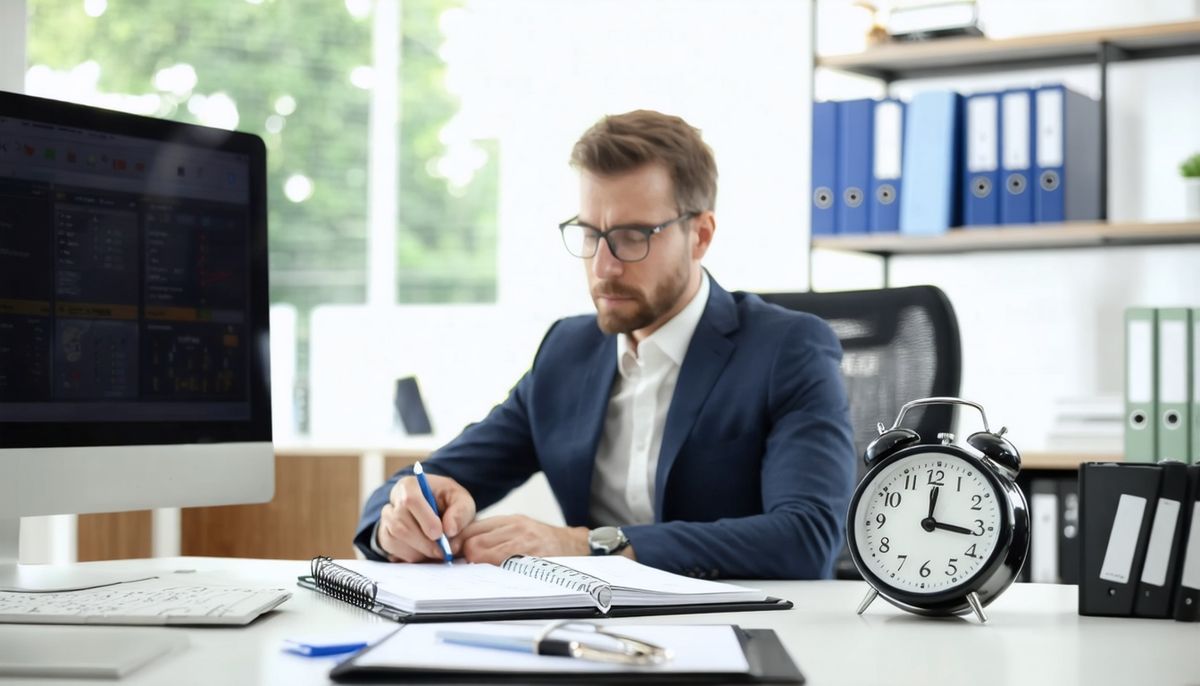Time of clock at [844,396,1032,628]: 12:16
